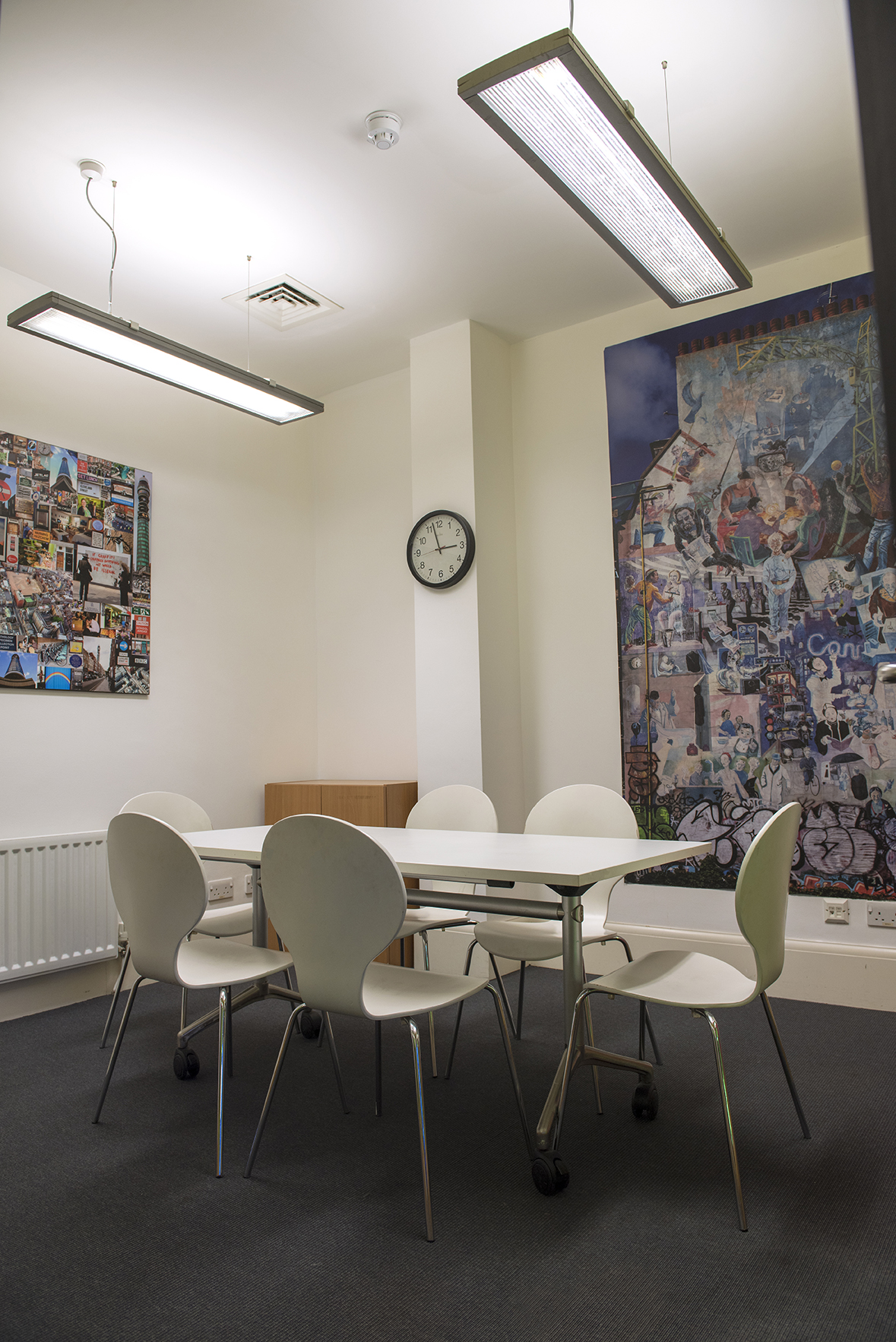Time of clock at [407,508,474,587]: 2:57
